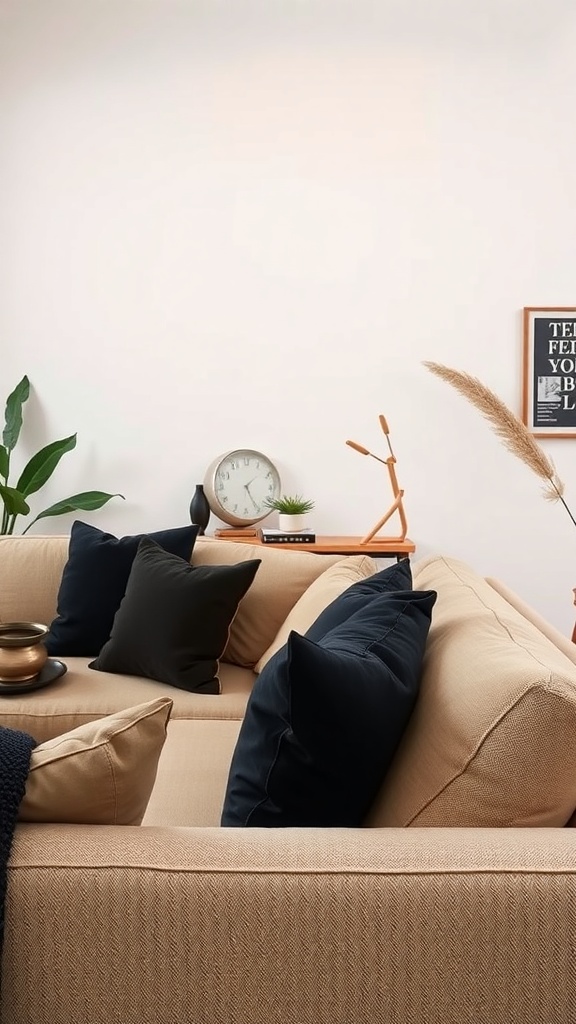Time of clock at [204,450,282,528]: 1:25
